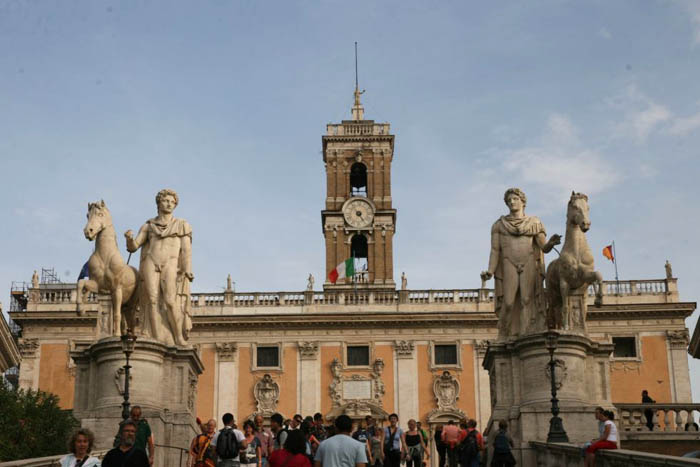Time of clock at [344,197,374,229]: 4:53
